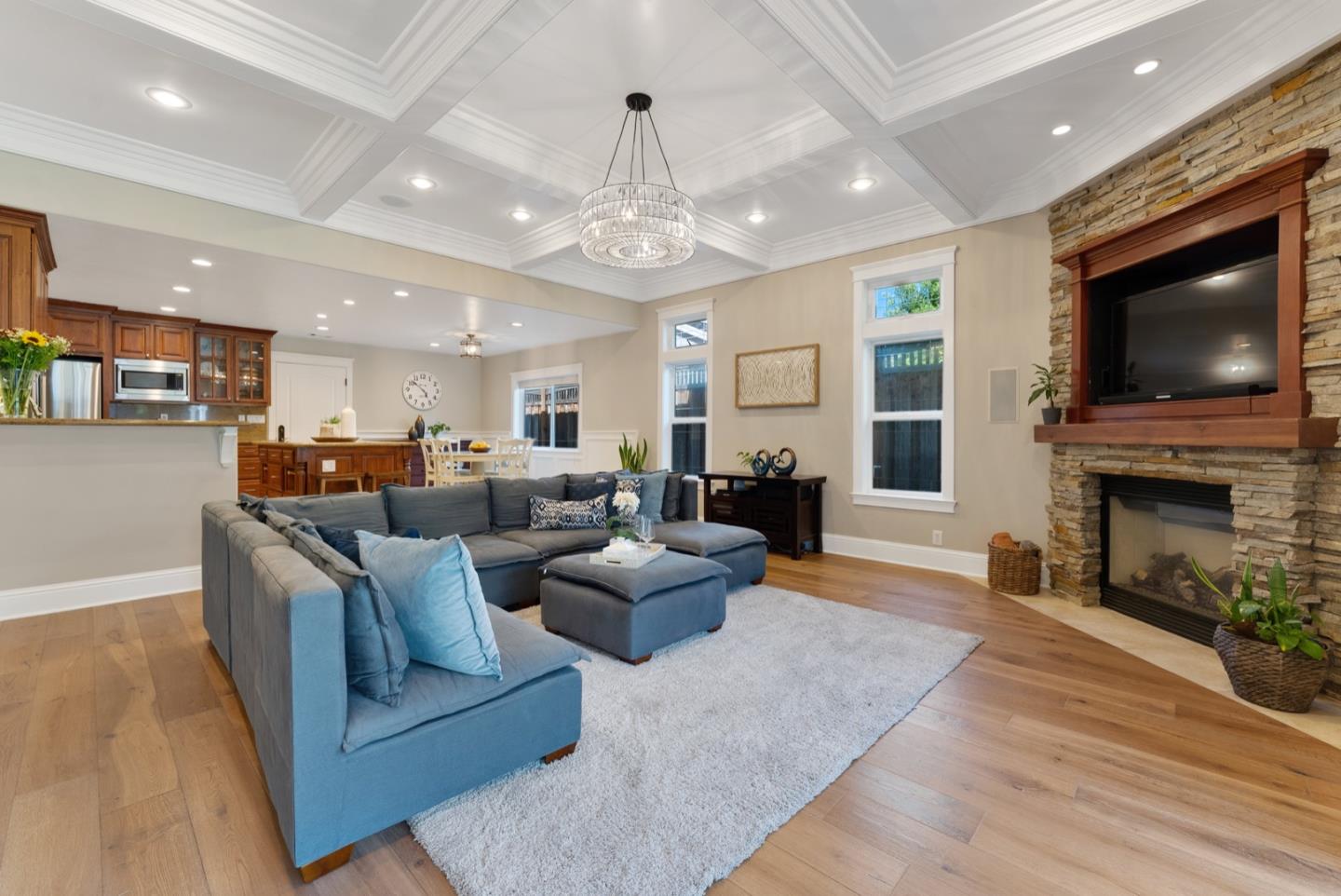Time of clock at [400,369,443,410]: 4:51
